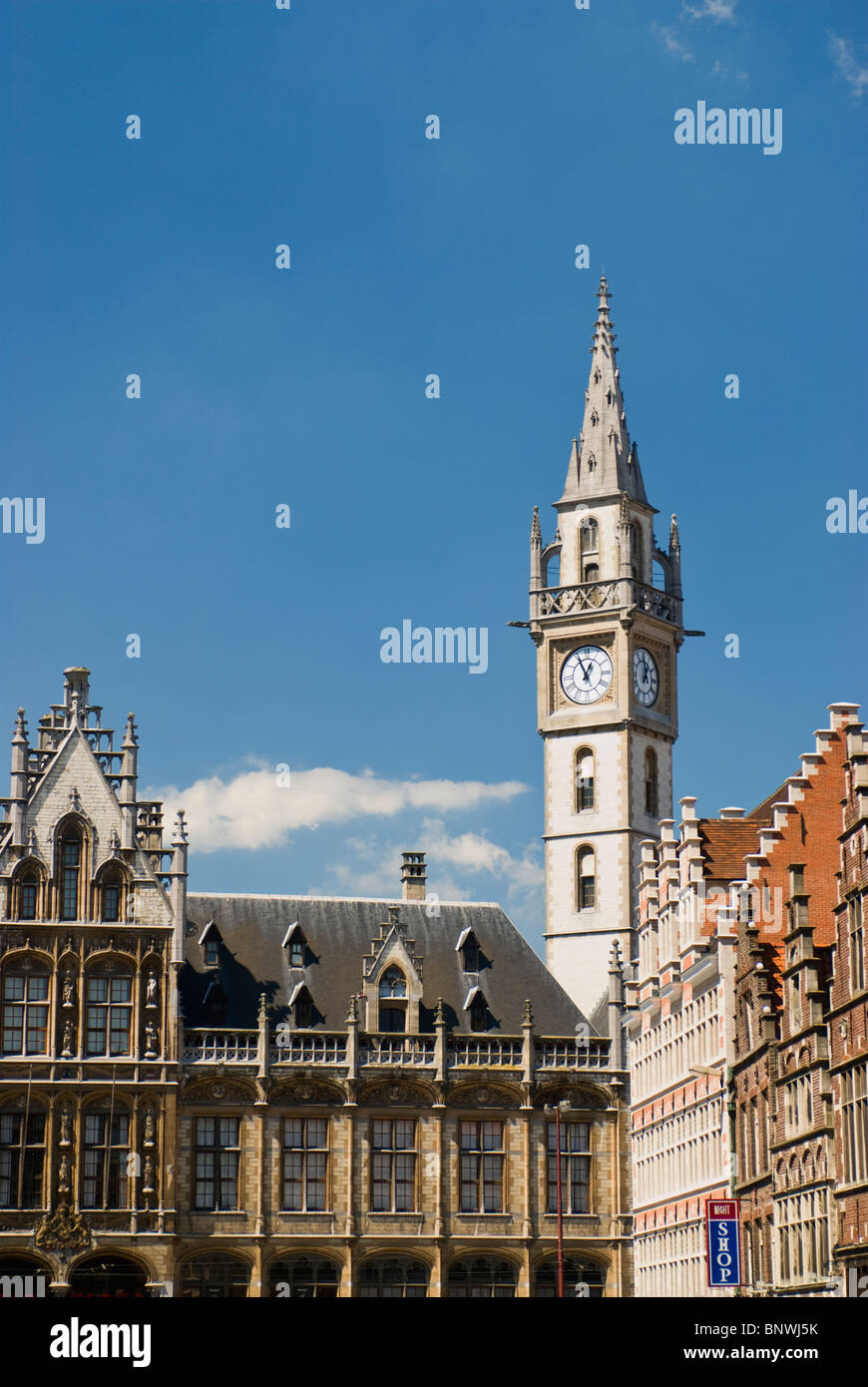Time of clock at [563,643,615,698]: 12:55
